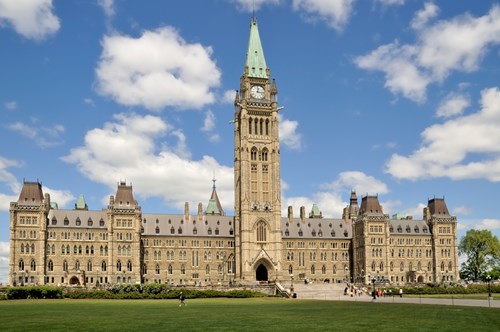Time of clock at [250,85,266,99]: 12:16
